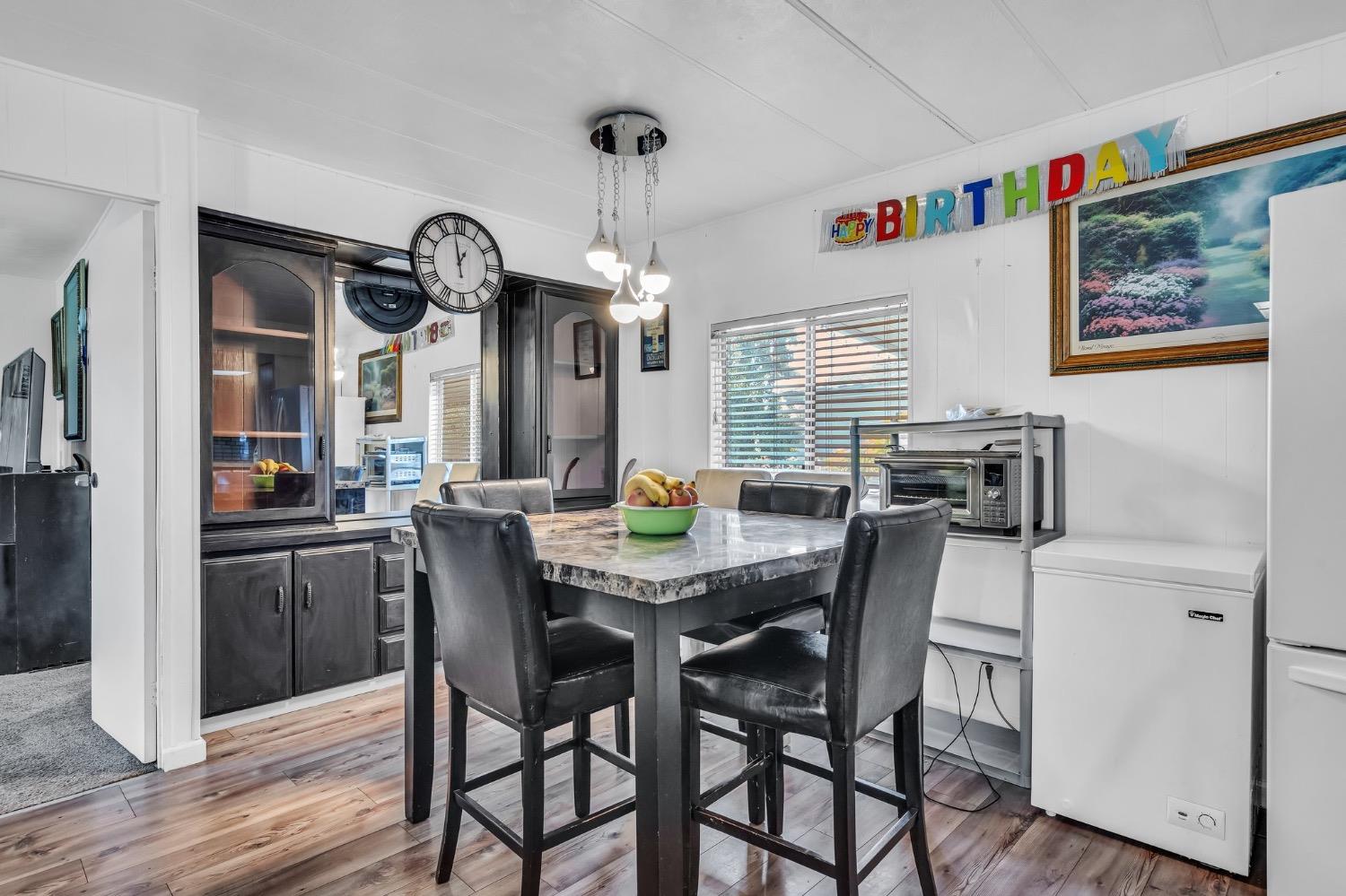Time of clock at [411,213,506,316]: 12:58
